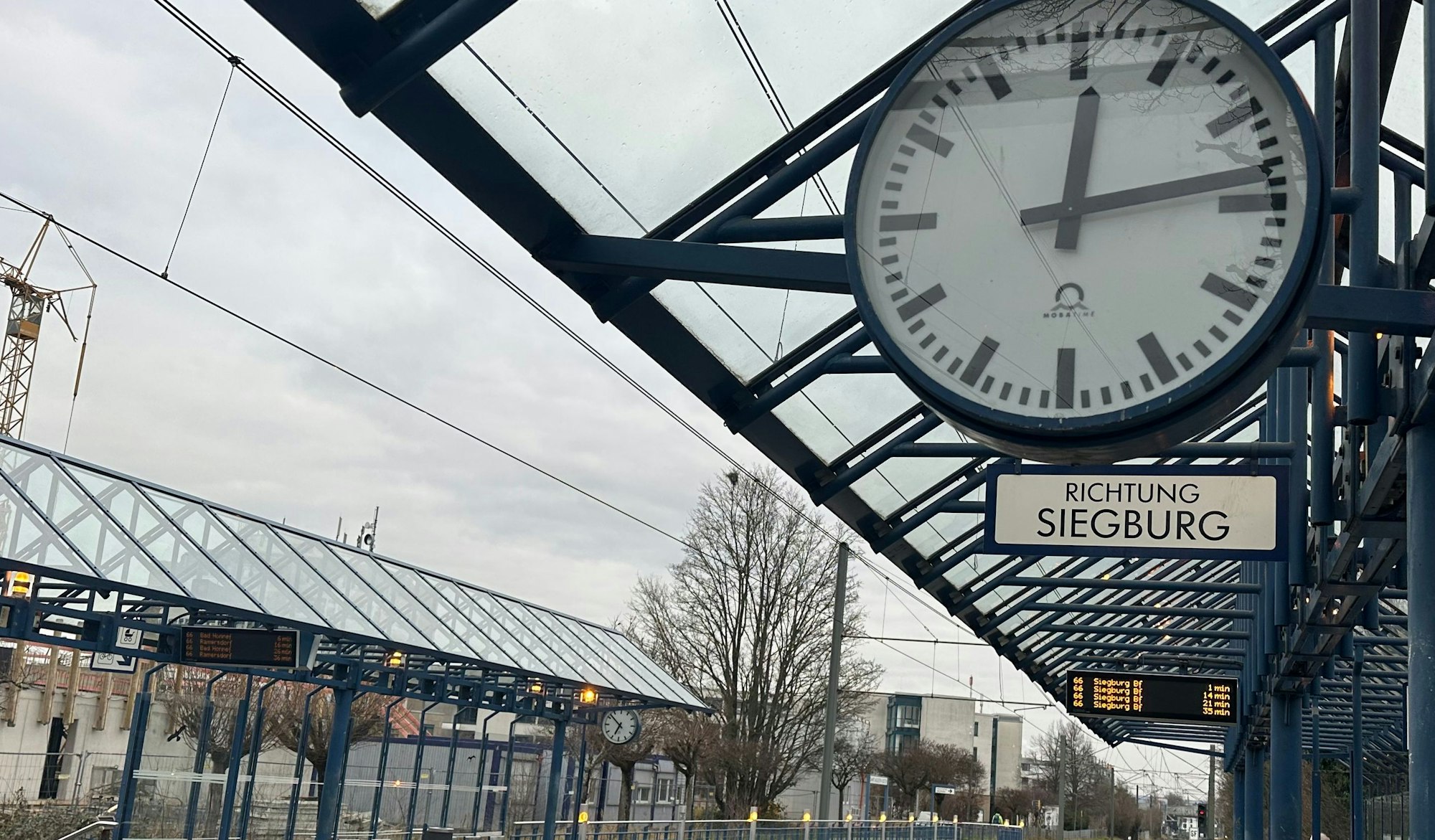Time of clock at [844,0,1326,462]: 12:13
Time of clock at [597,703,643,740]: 6:52
